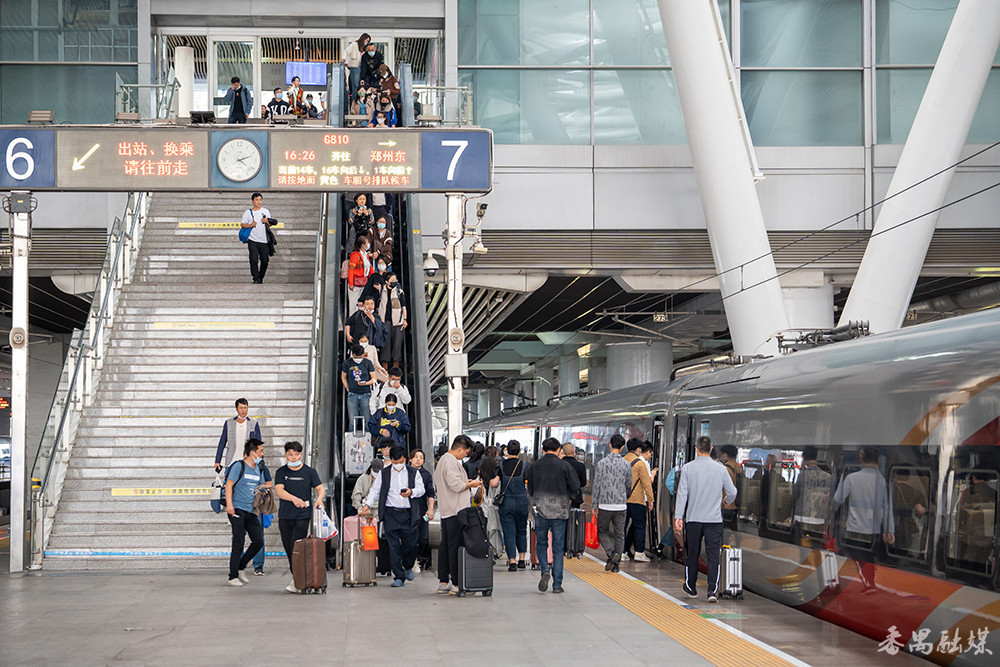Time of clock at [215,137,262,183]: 4:11
